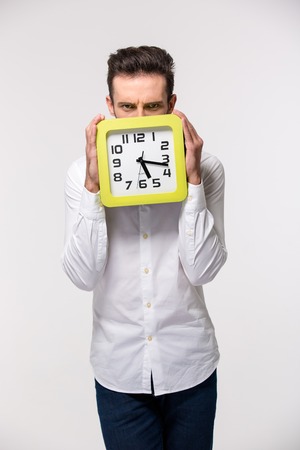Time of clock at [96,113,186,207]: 5:17
